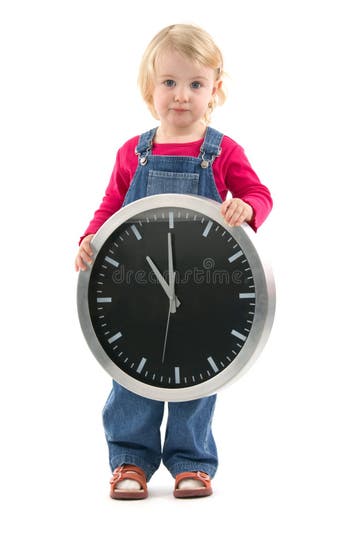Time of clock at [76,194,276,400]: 10:59
